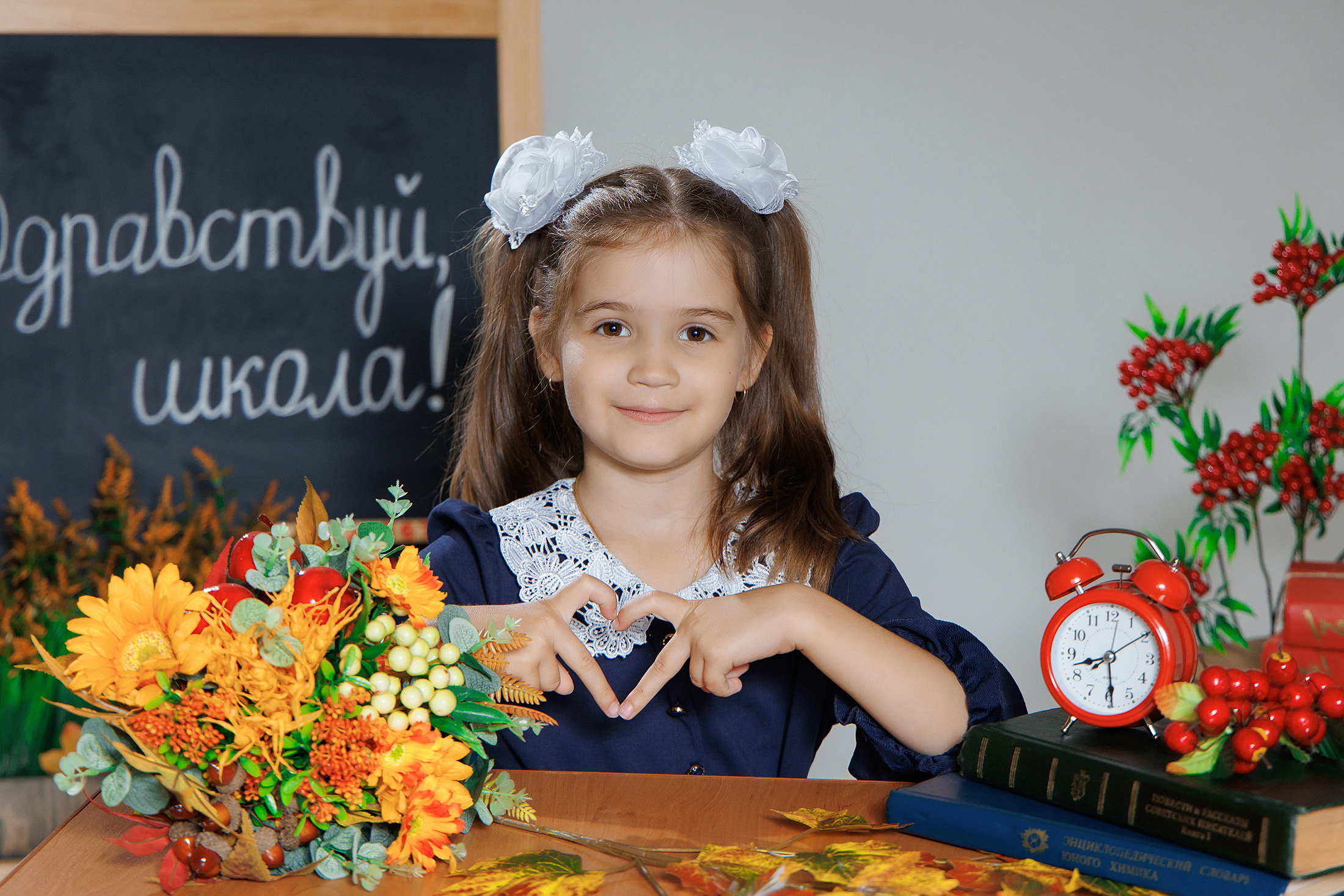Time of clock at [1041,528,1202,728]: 8:29
